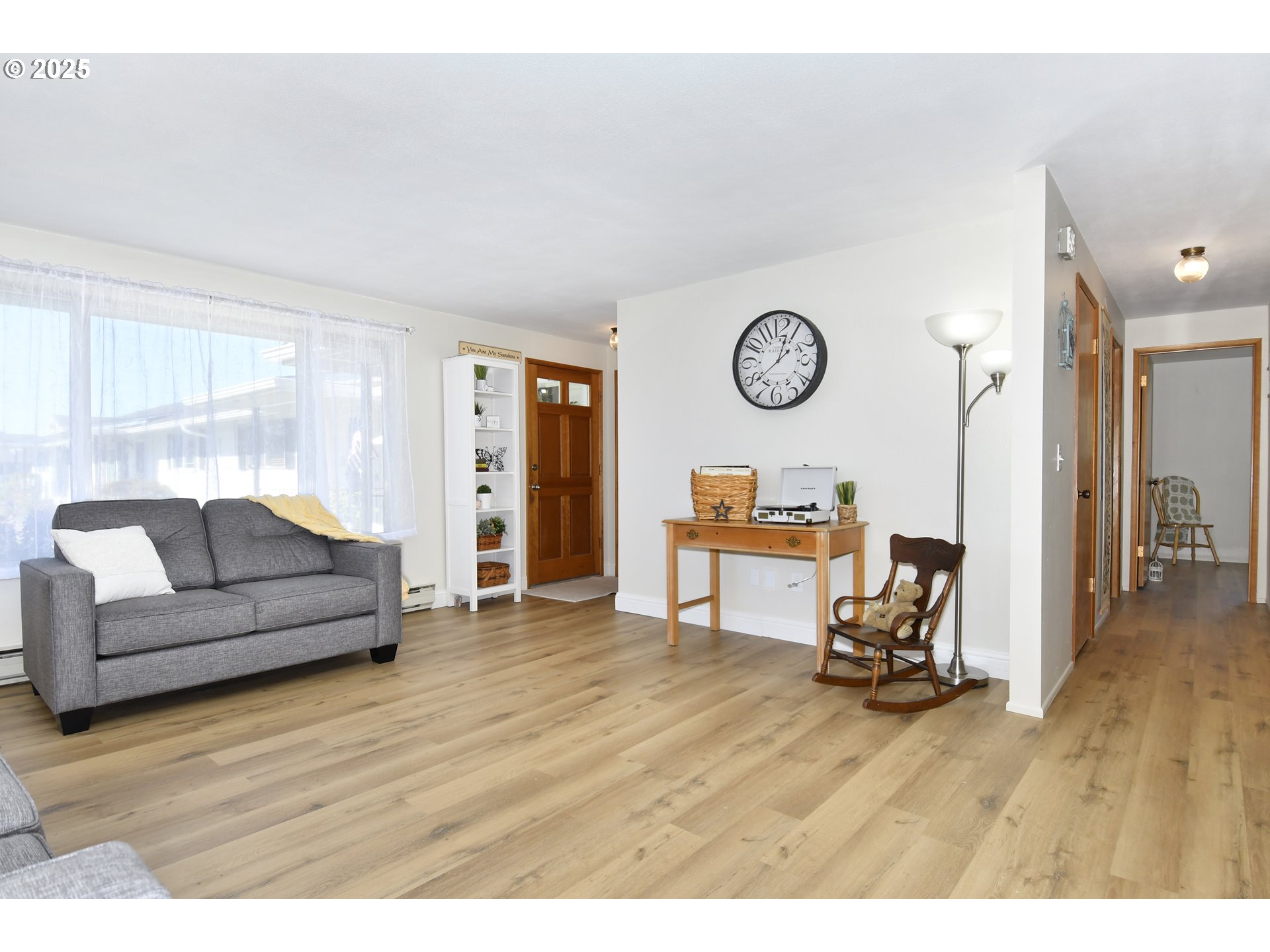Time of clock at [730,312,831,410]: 12:38
